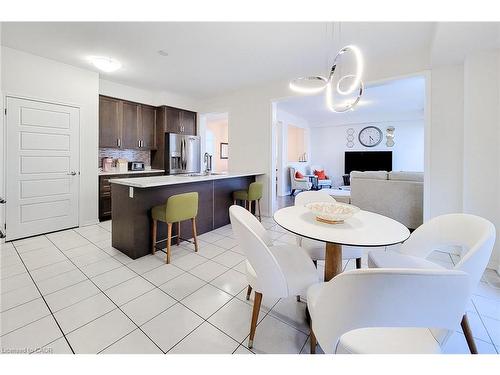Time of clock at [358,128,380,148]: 4:29
